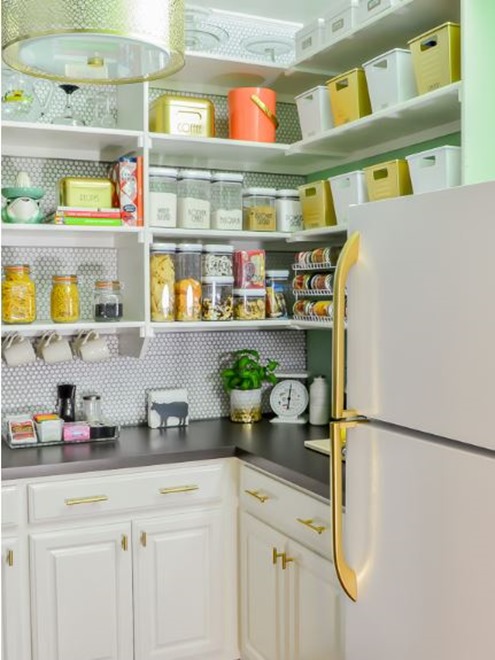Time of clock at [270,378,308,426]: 6:00
